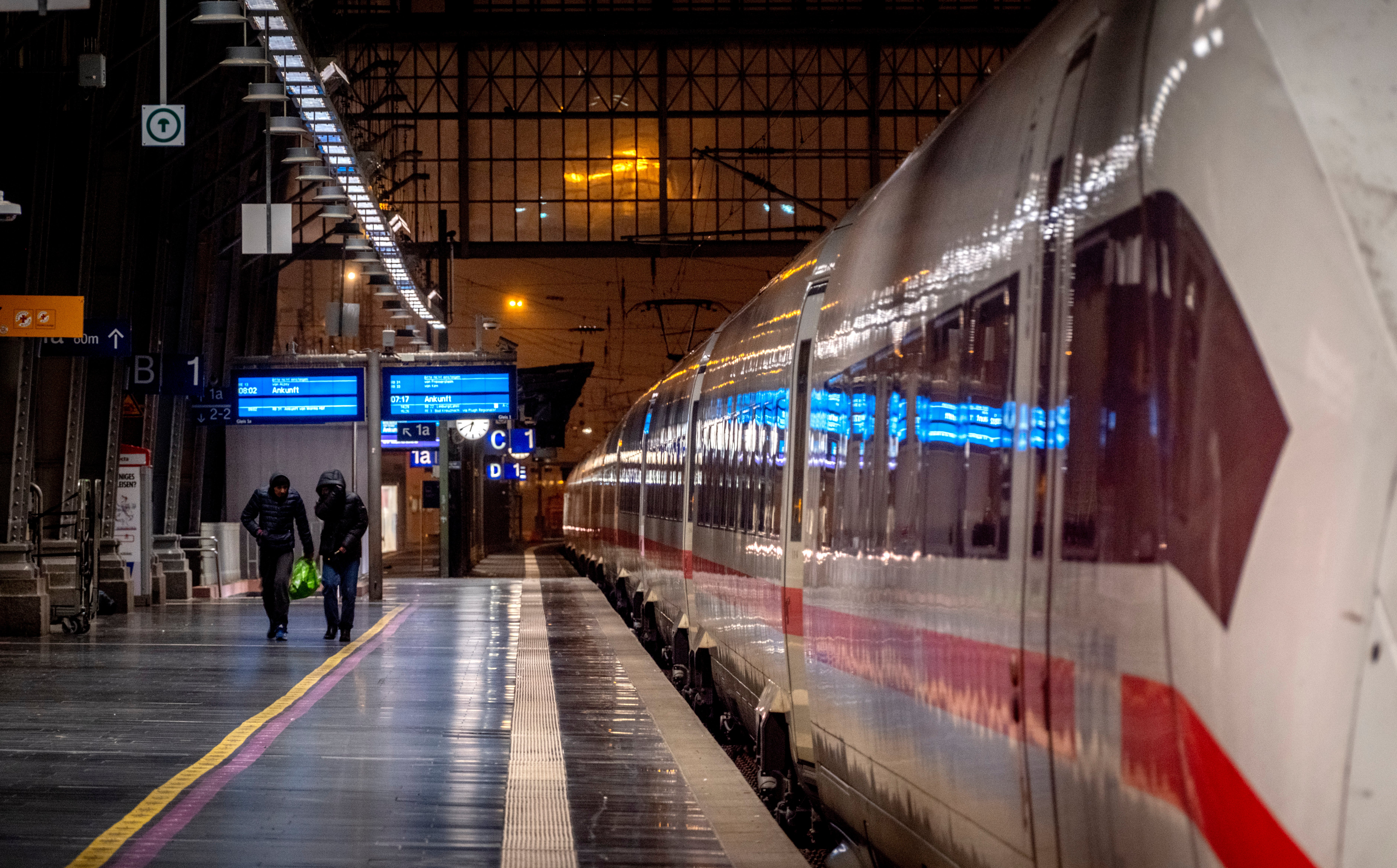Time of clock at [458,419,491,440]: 6:40
